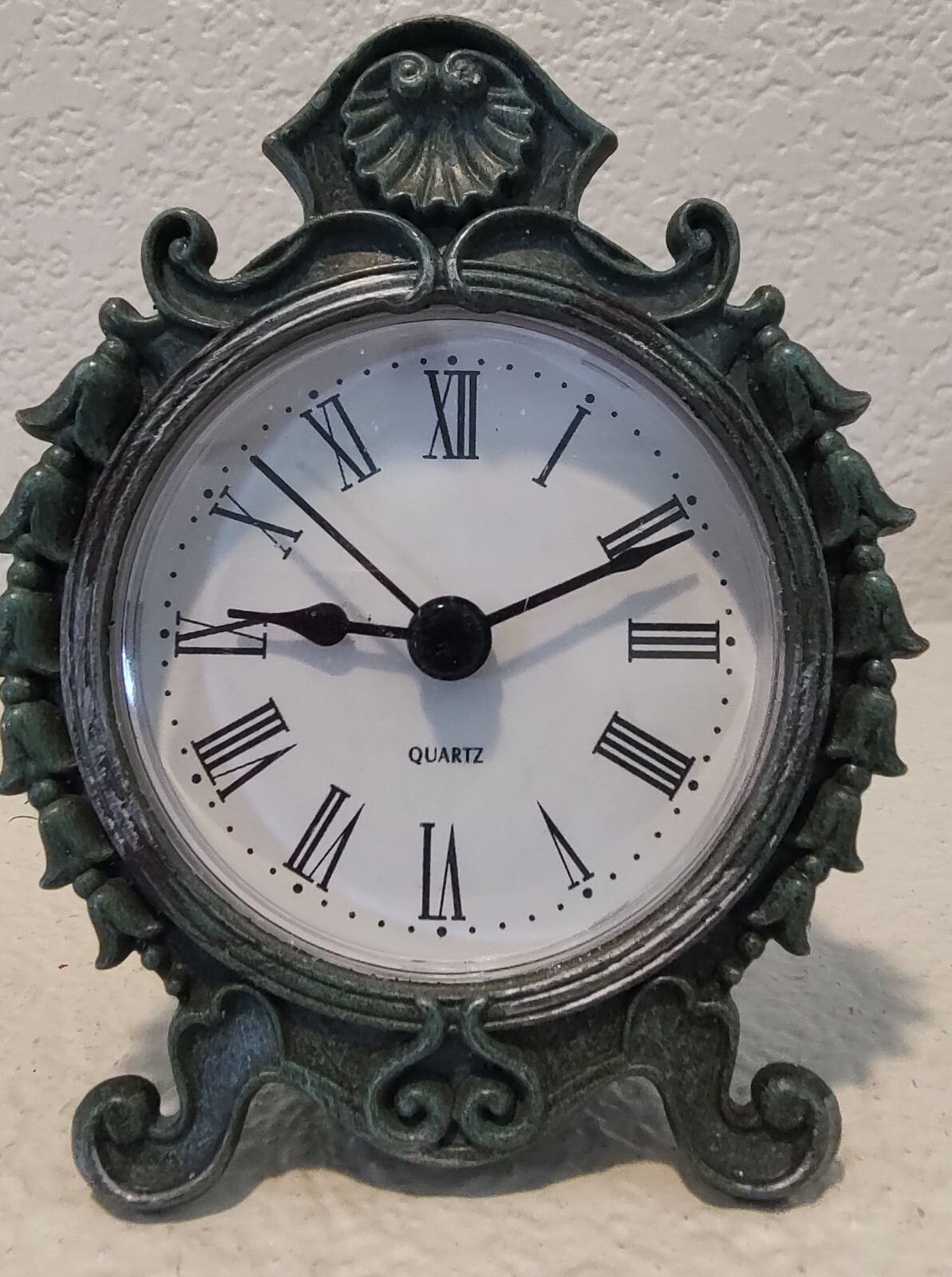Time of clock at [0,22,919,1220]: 9:10
